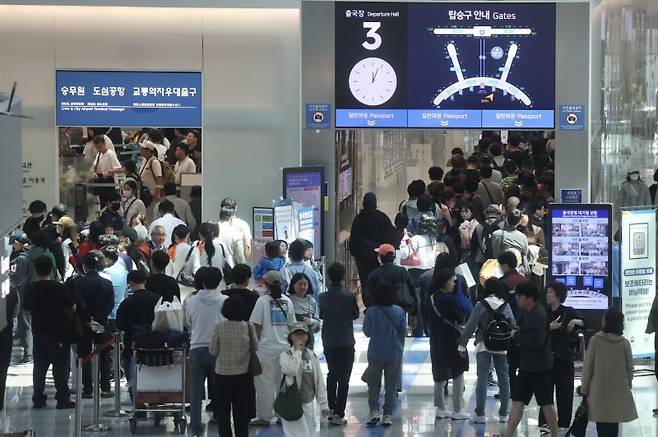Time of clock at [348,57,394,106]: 12:04
